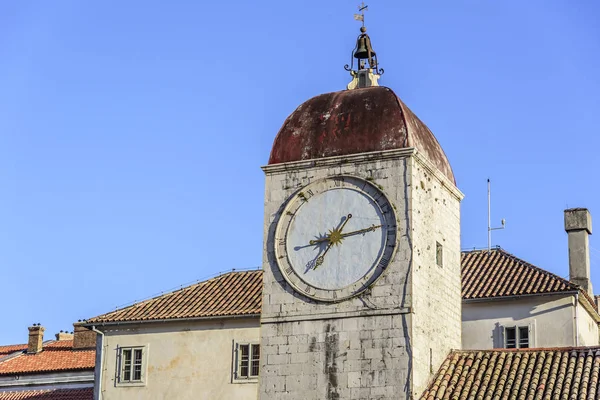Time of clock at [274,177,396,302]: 1:13
